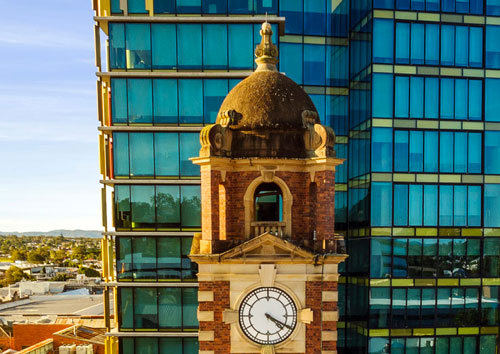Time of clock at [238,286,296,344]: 4:19
